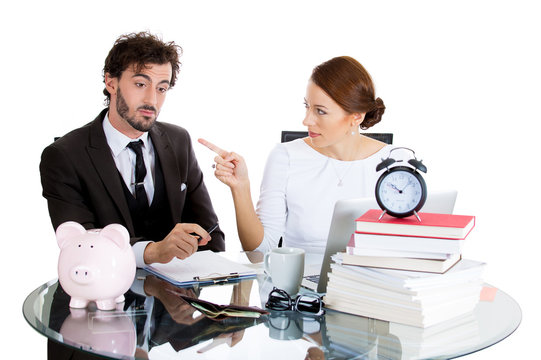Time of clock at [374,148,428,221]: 10:07
